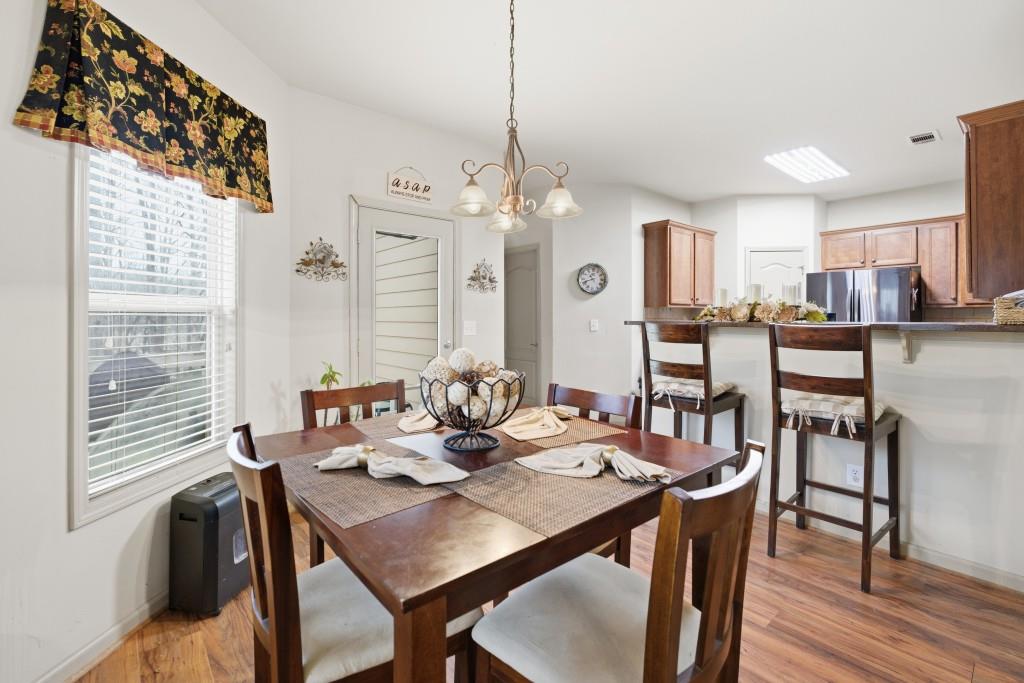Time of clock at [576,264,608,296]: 10:41
